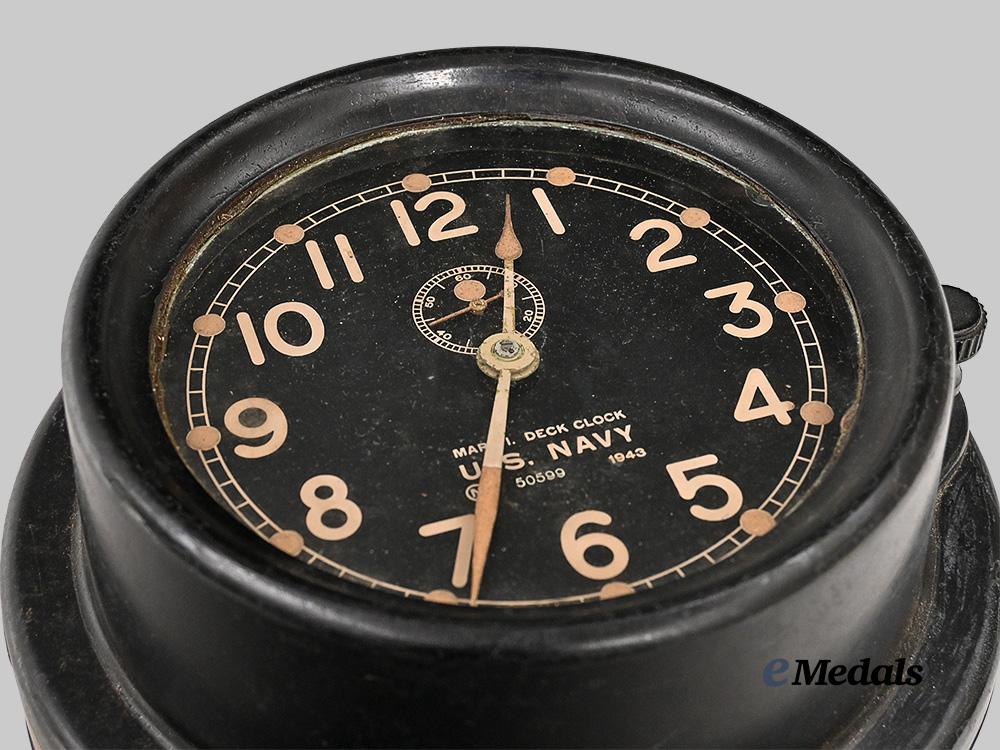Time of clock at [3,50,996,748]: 12:33
